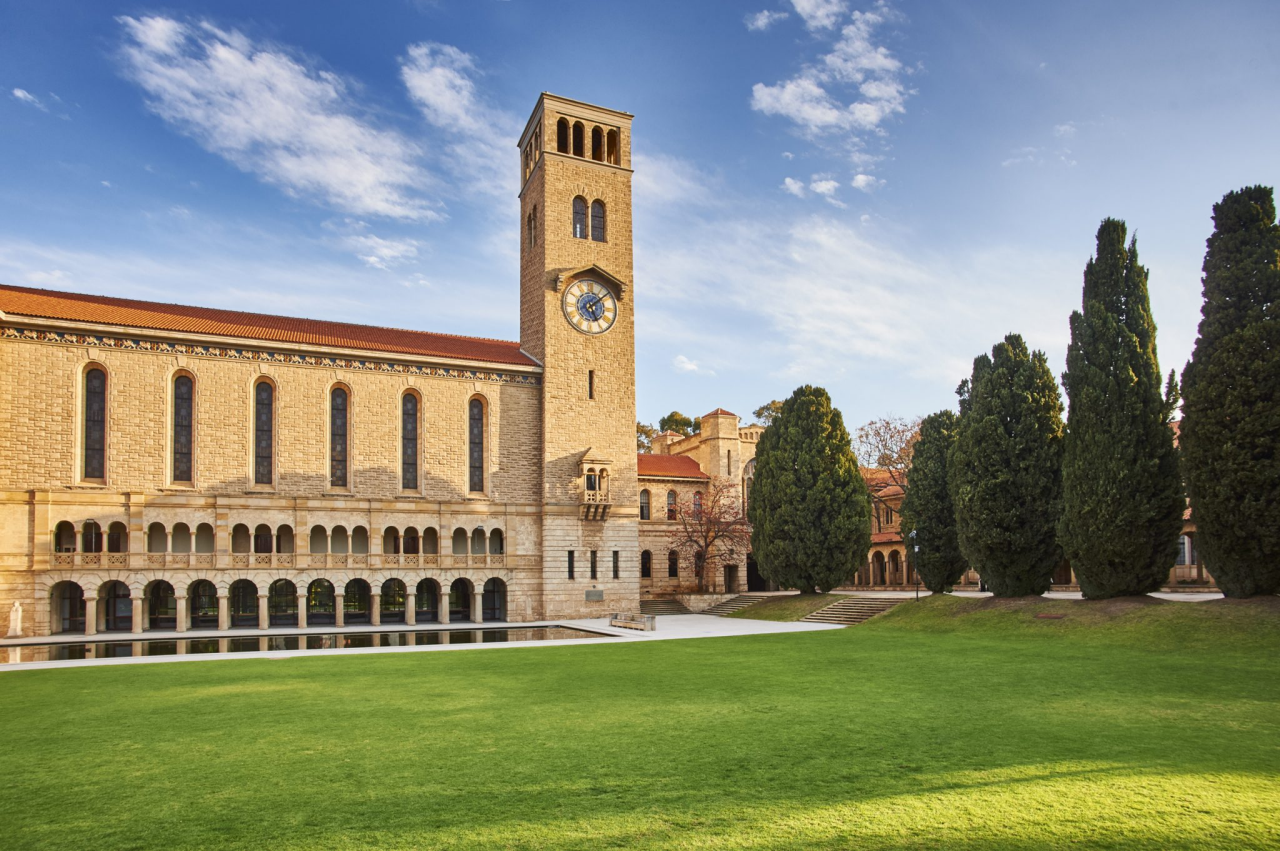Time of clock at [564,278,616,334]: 5:08
